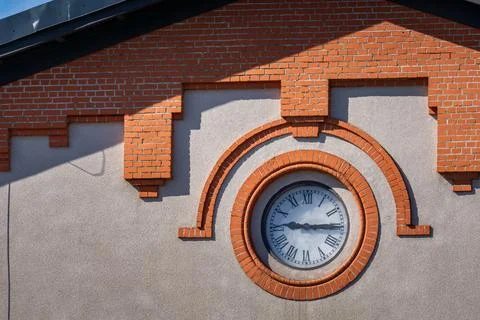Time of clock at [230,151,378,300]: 9:15
